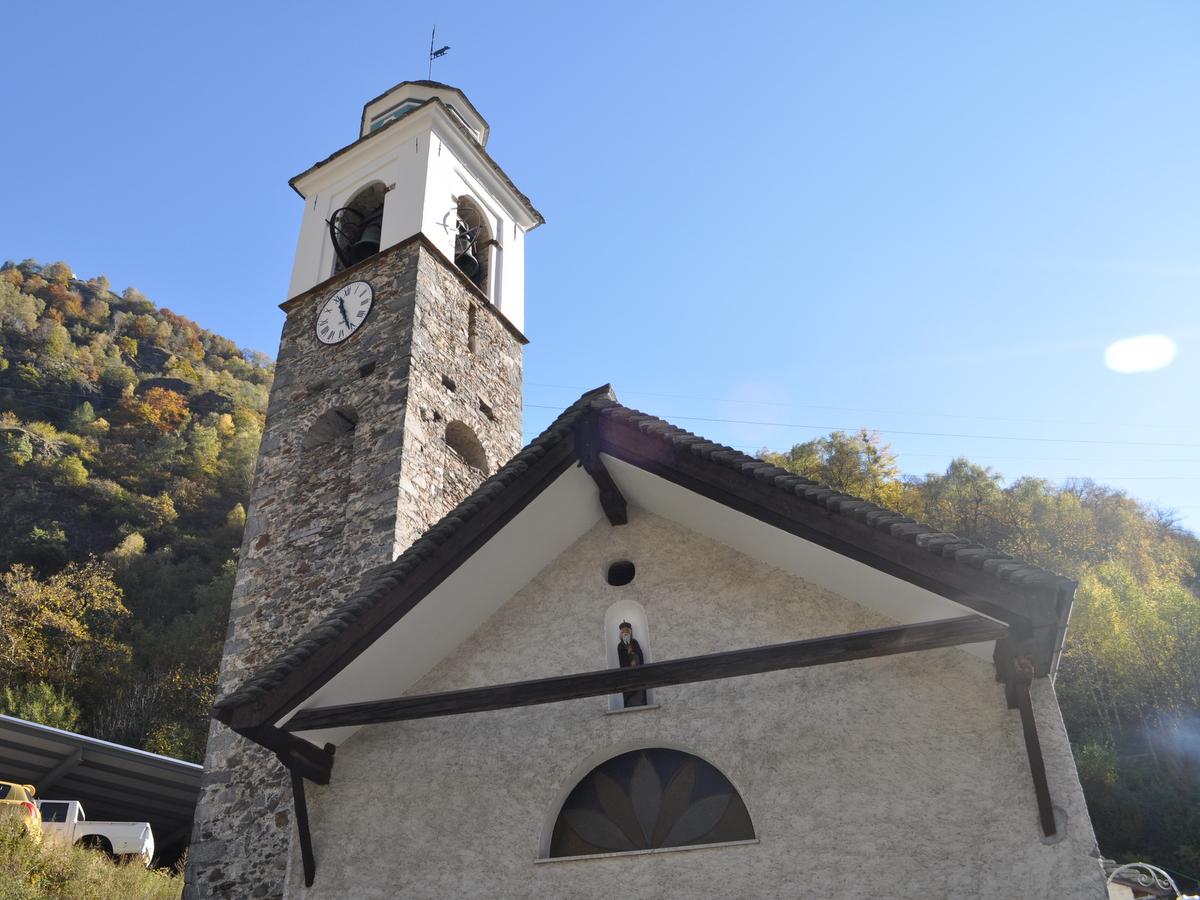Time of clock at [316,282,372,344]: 11:26
